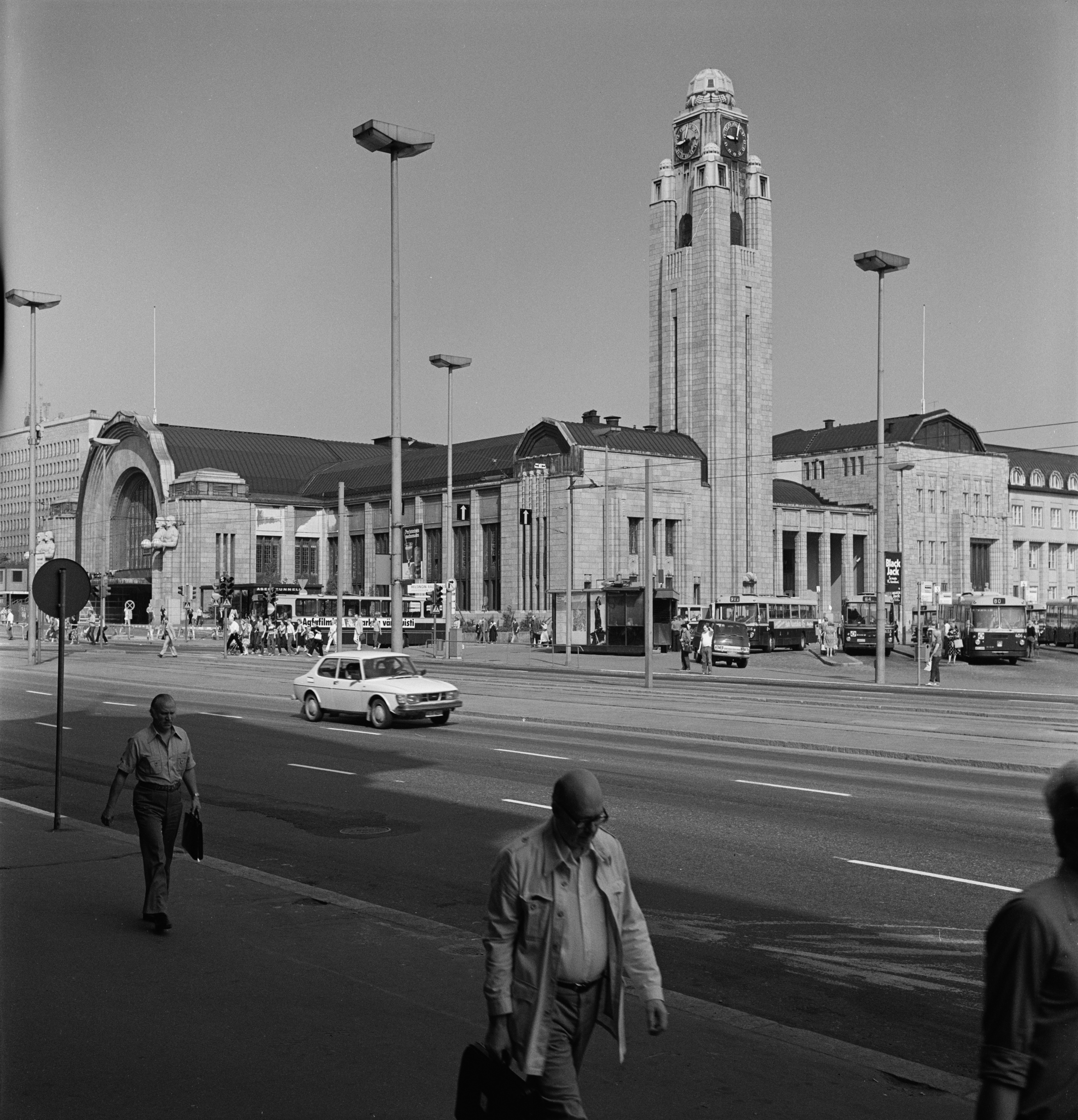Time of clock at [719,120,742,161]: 9:03
